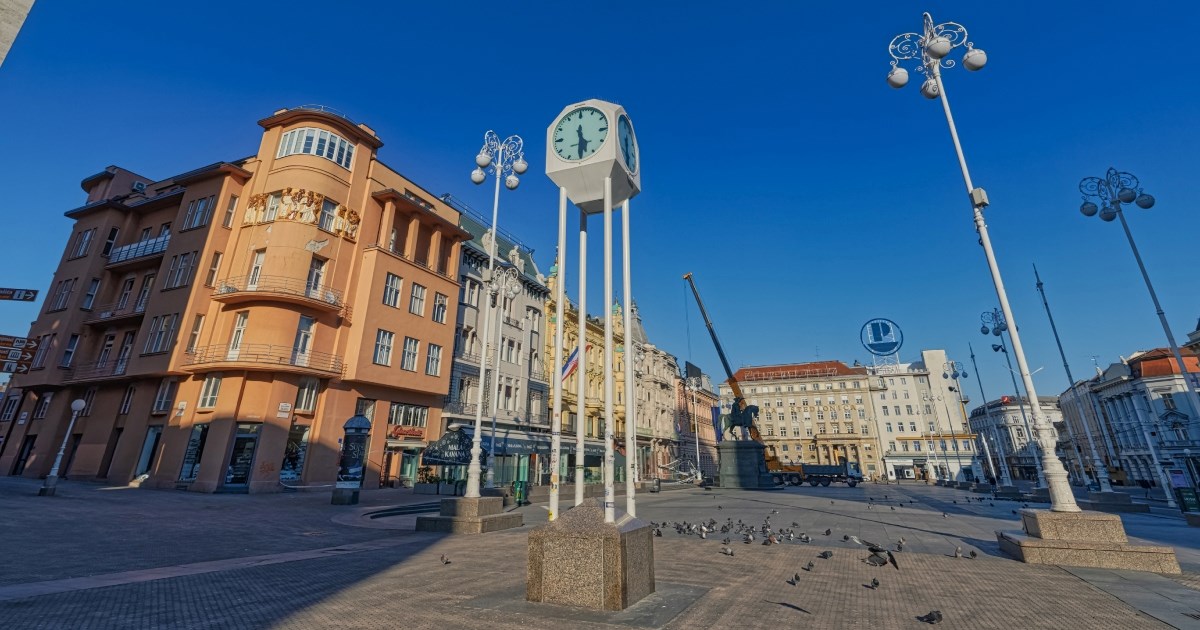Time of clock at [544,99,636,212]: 5:30
